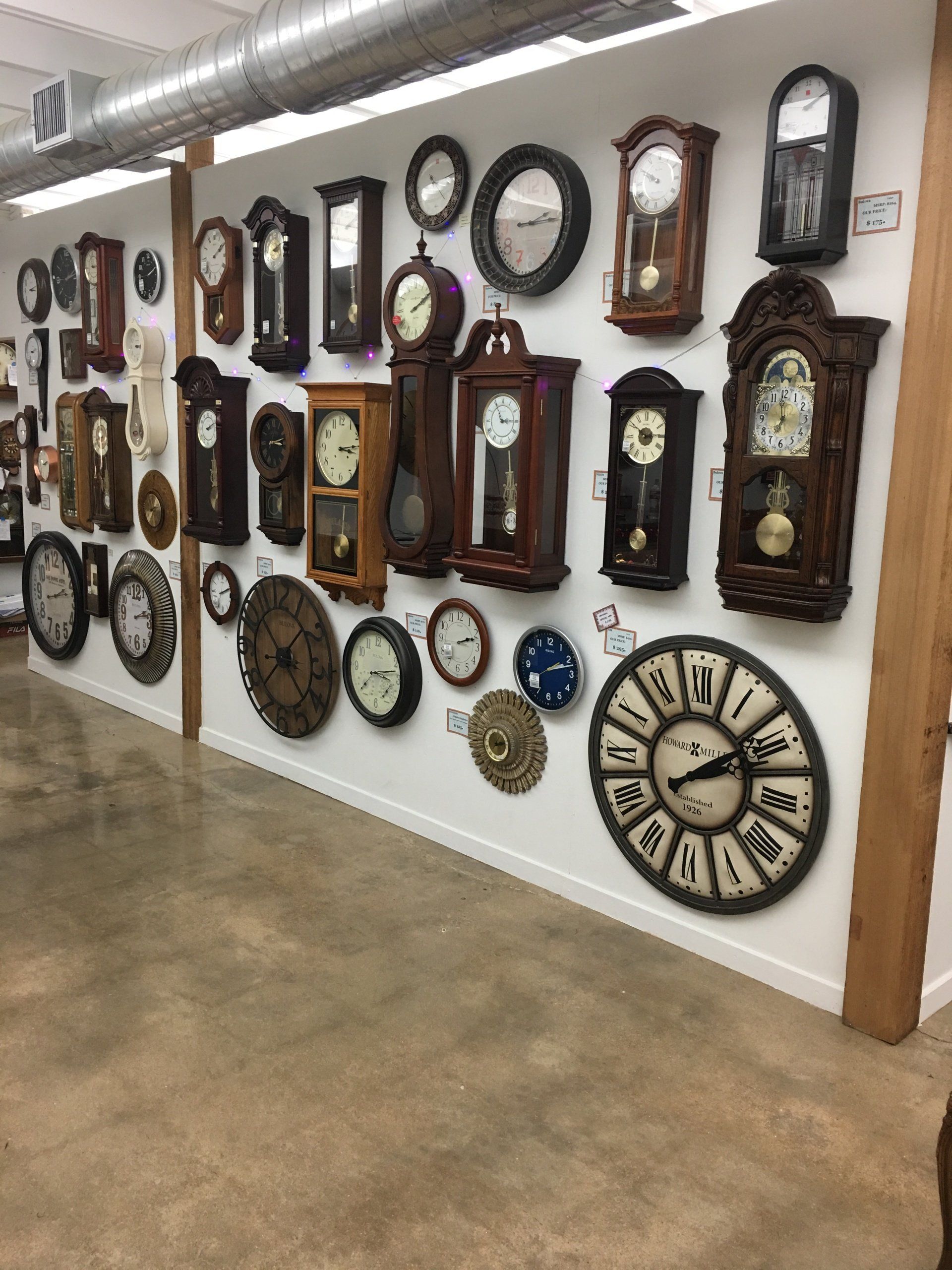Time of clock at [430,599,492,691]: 2:12
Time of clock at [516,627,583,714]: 2:12
